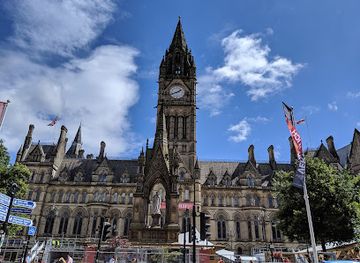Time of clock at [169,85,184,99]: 1:41
